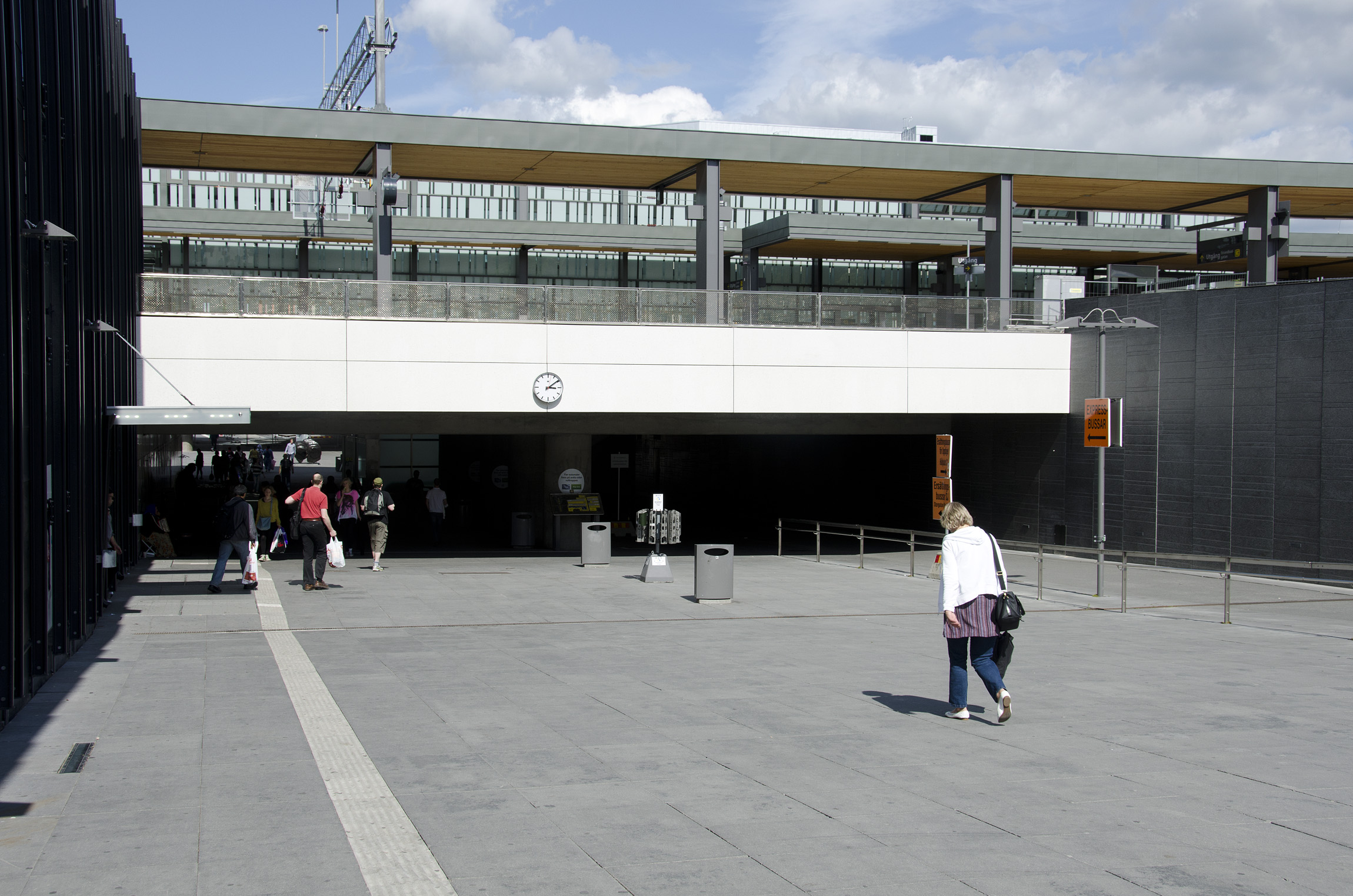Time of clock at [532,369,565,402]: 3:09
